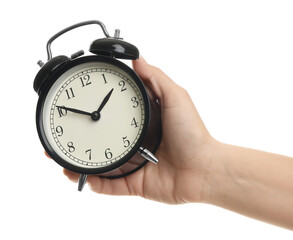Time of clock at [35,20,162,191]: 1:50
